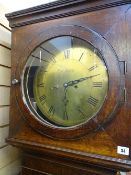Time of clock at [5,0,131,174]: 6:12
